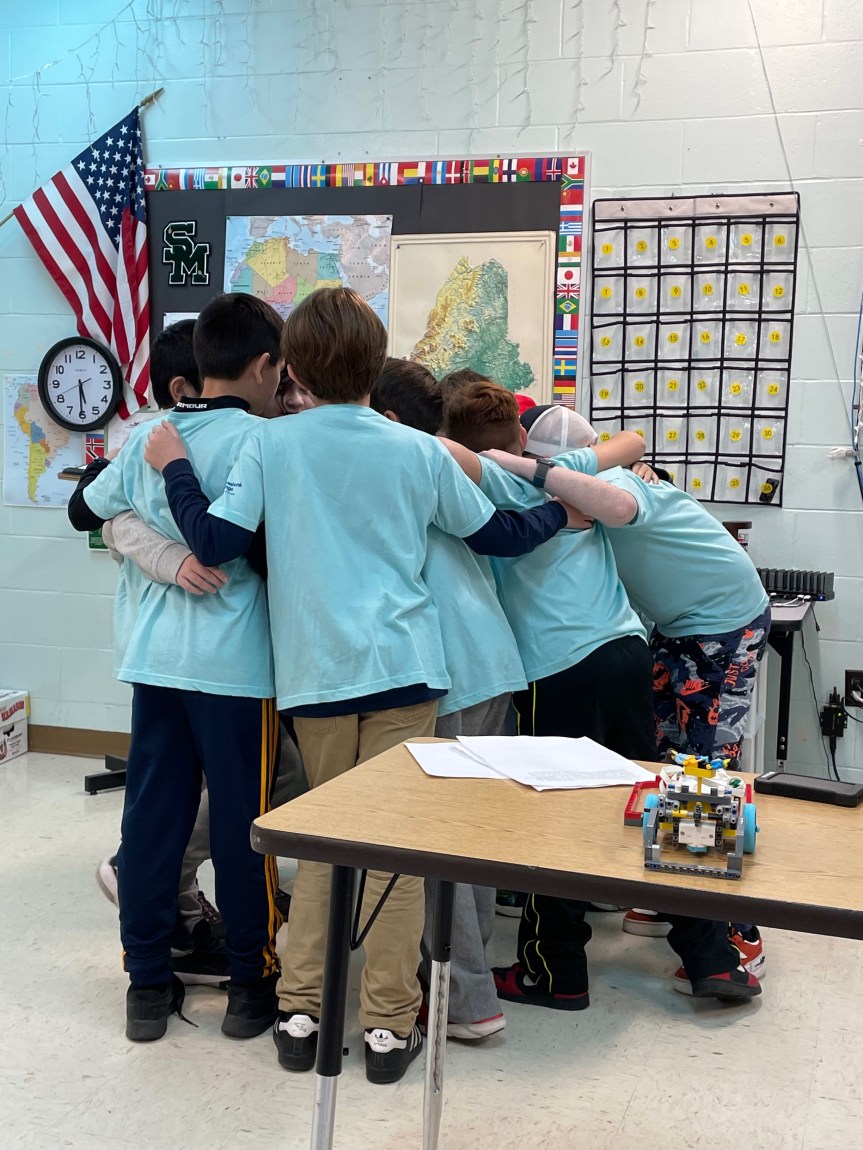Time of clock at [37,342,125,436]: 5:30
